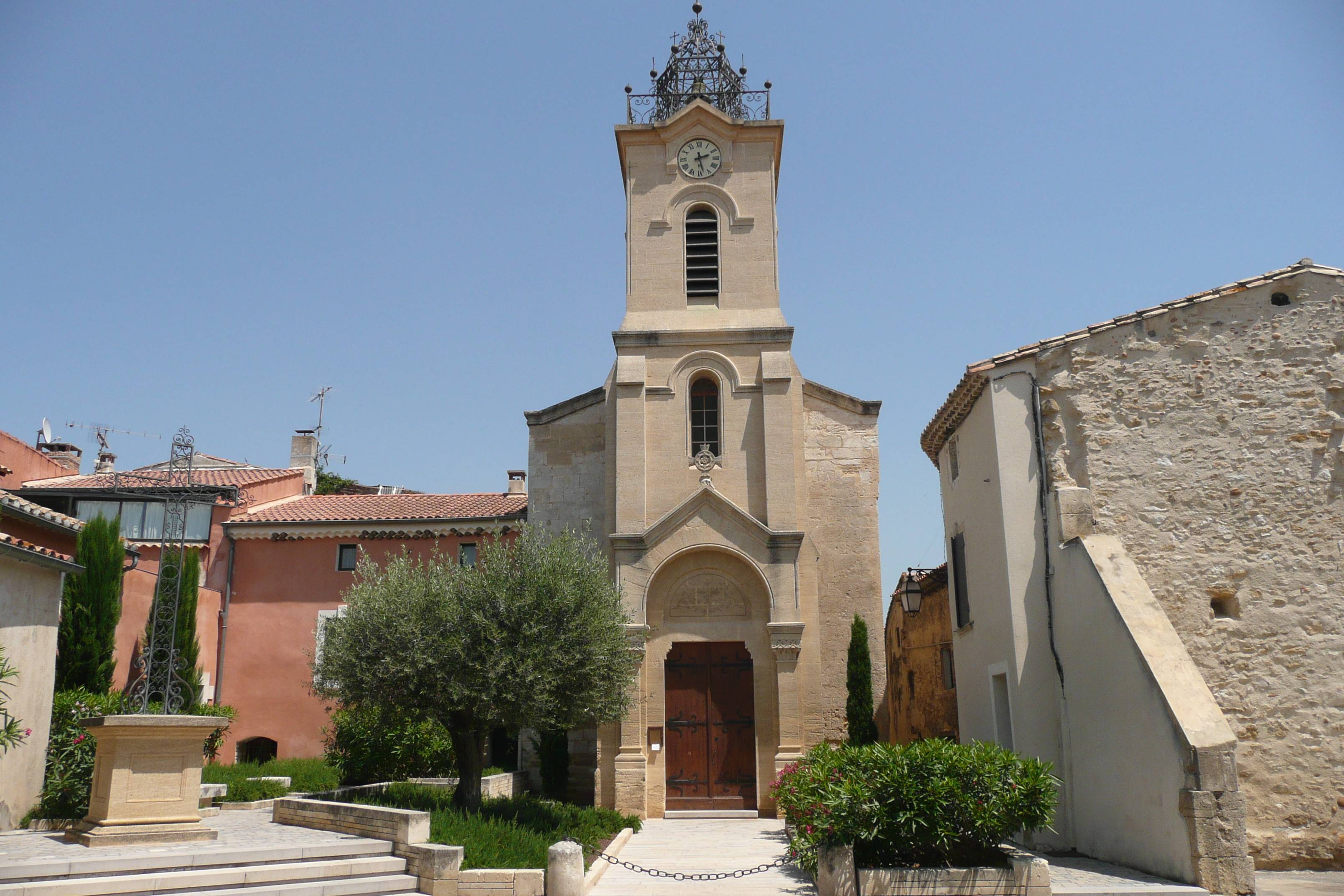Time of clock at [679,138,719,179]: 2:27
